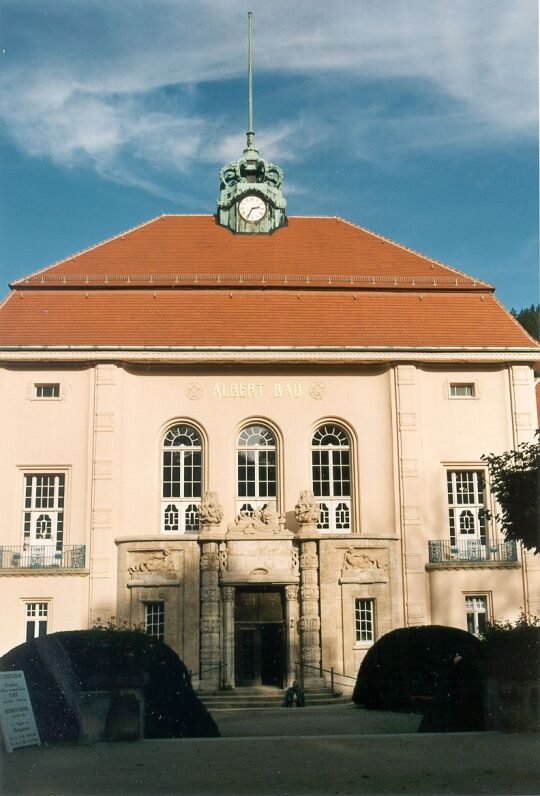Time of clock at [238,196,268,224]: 2:34
